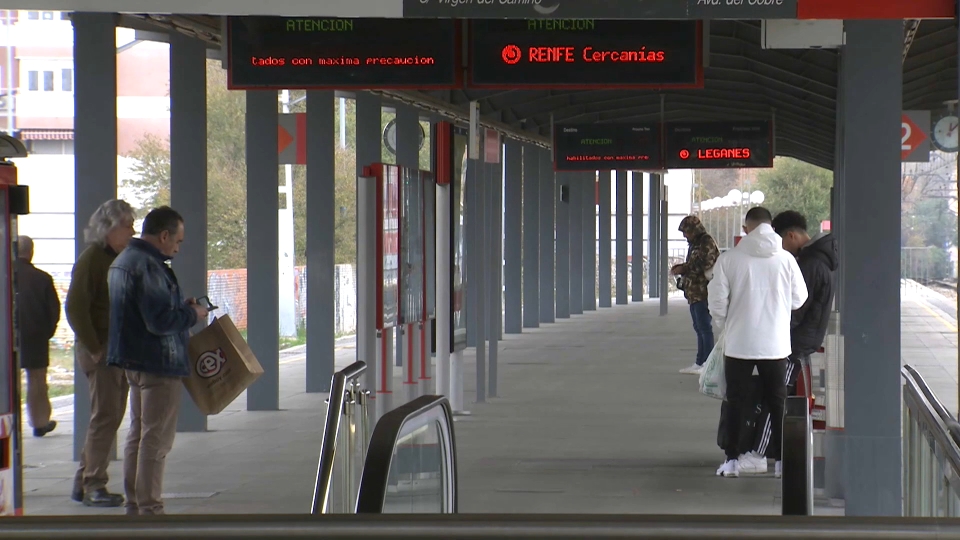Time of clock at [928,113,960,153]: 12:07
